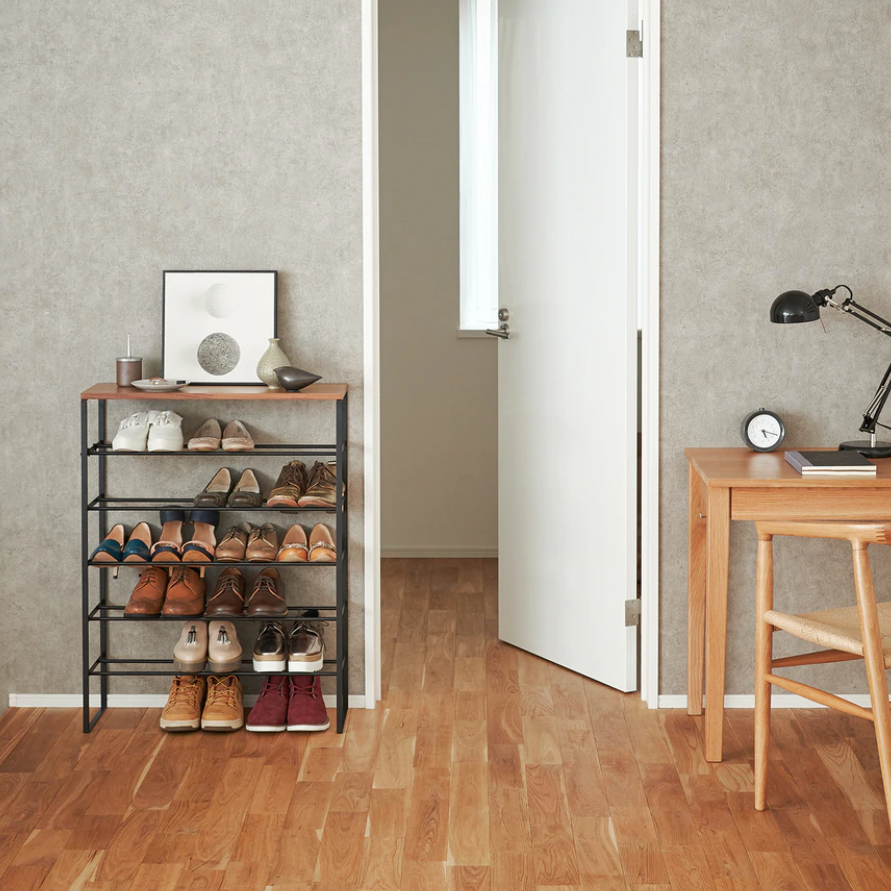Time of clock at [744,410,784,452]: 5:17
